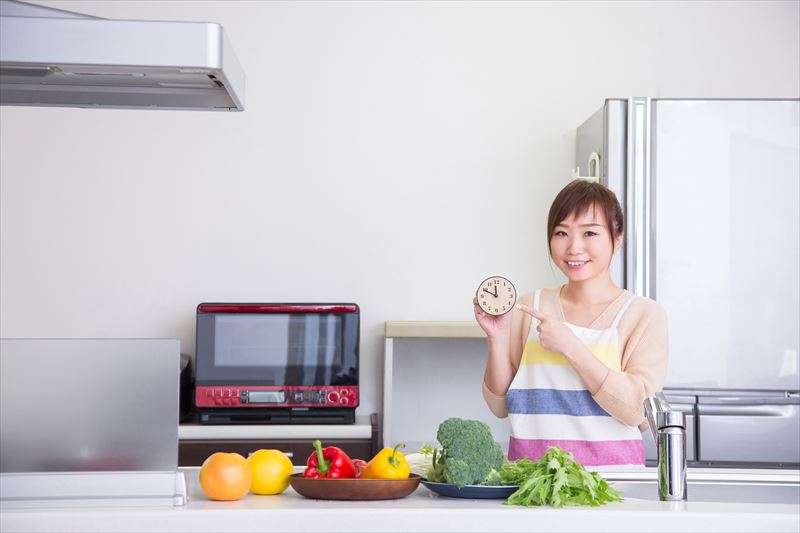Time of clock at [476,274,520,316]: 11:49
